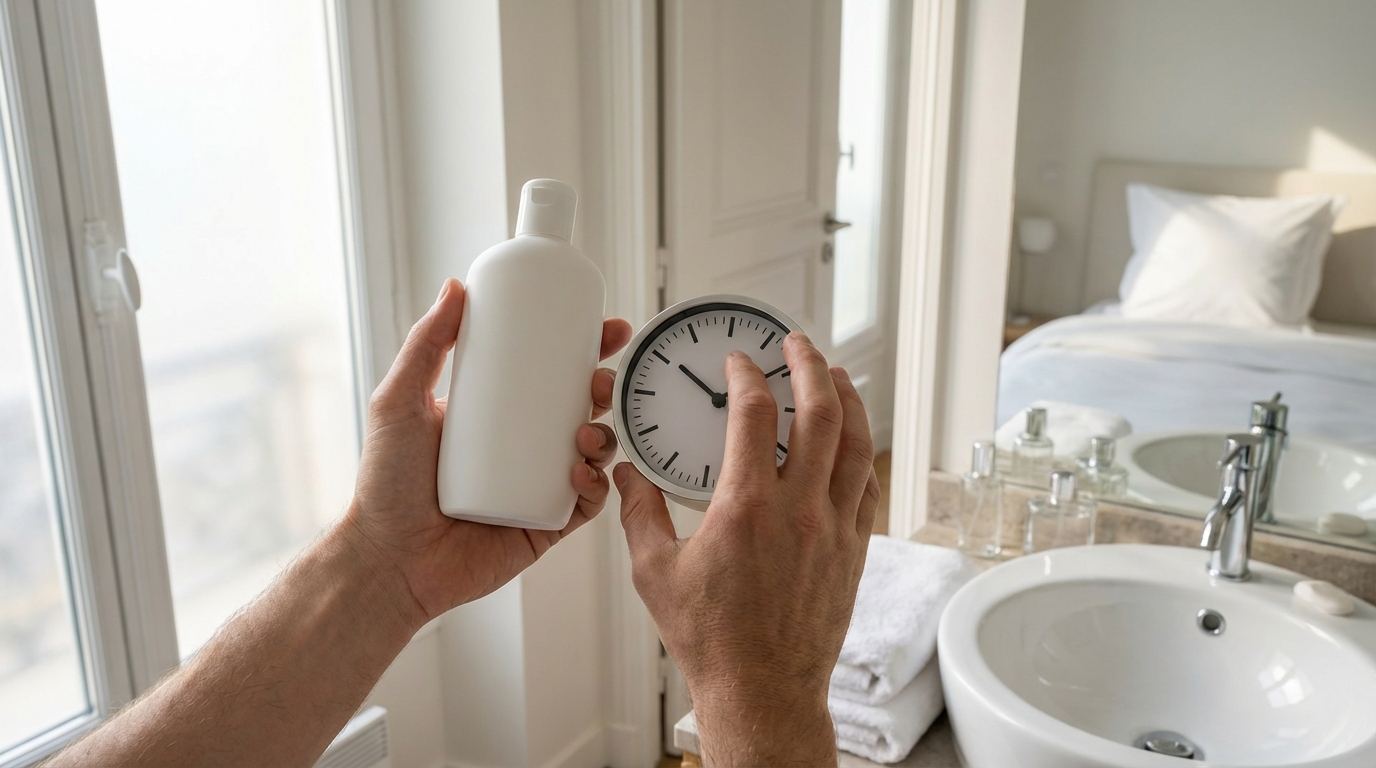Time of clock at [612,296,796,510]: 11:50
